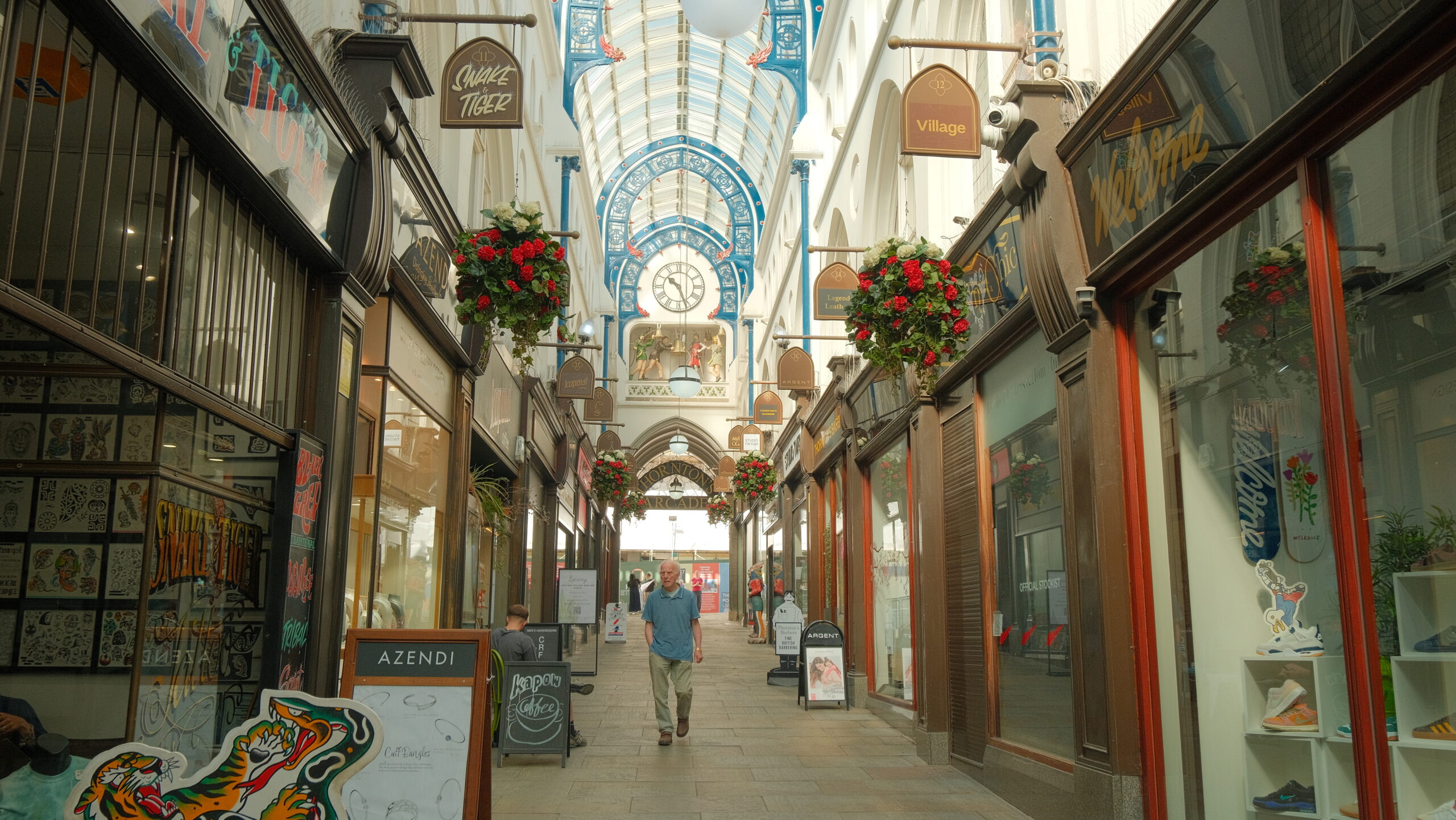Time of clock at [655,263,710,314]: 10:26
